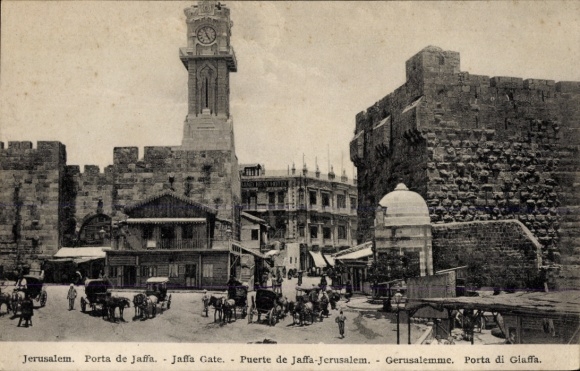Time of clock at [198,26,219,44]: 4:57
